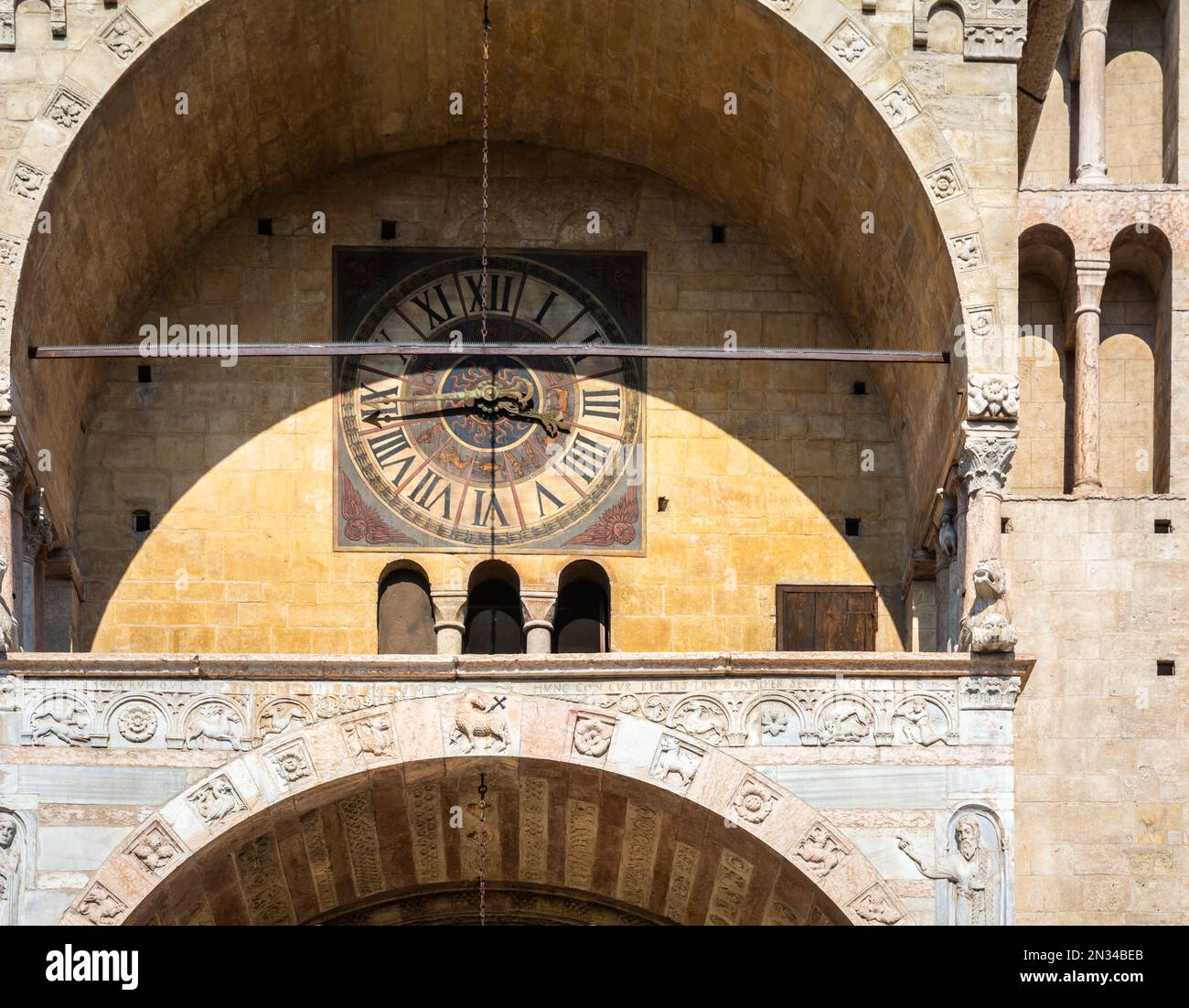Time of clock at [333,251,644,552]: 3:43
